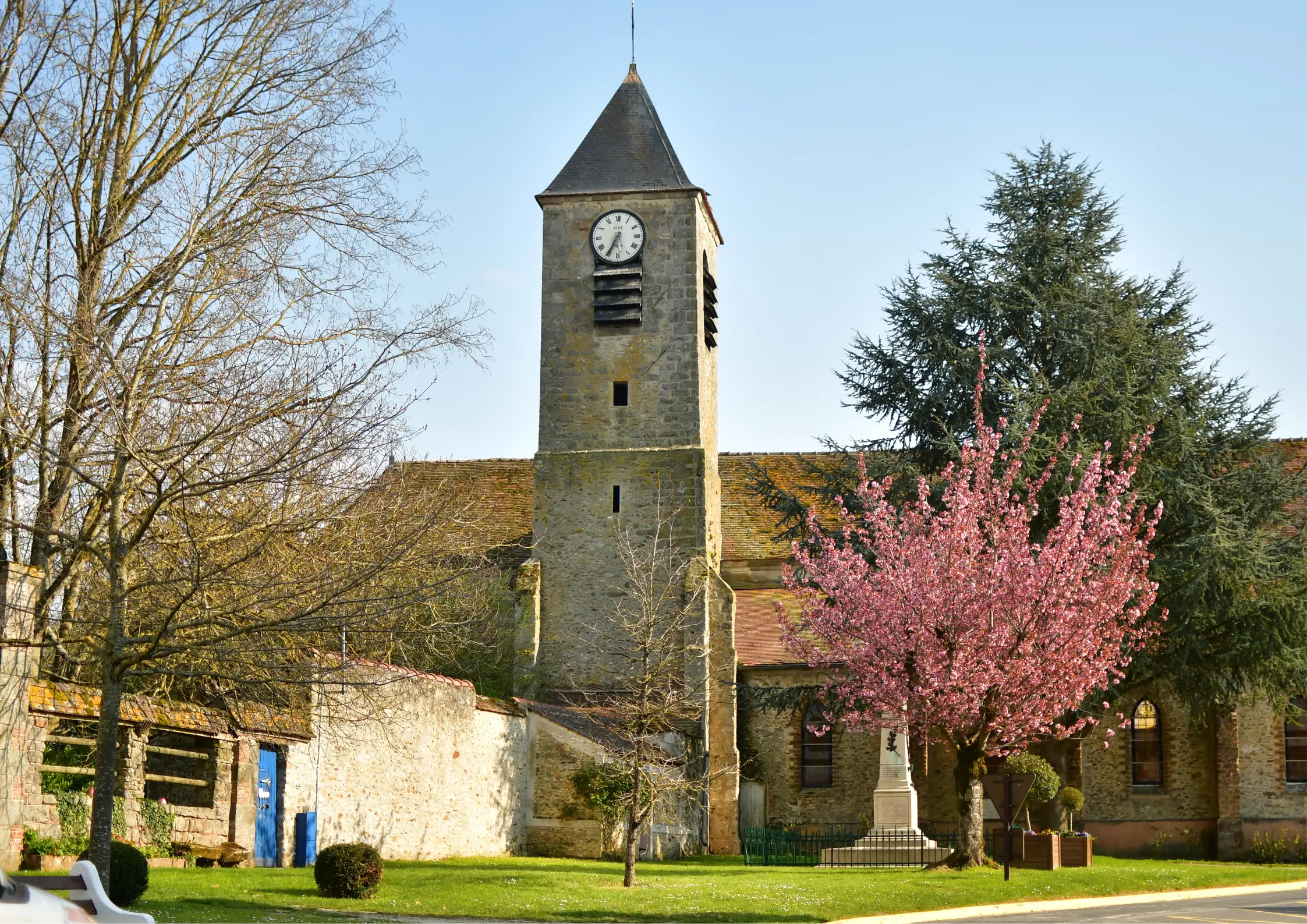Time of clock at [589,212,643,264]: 5:34
